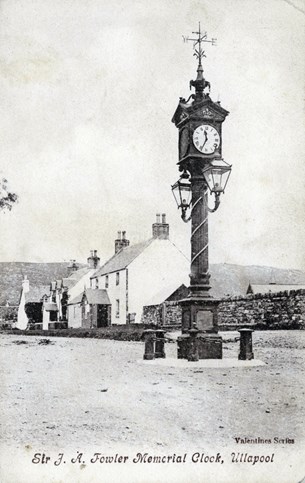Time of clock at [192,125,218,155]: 11:34
